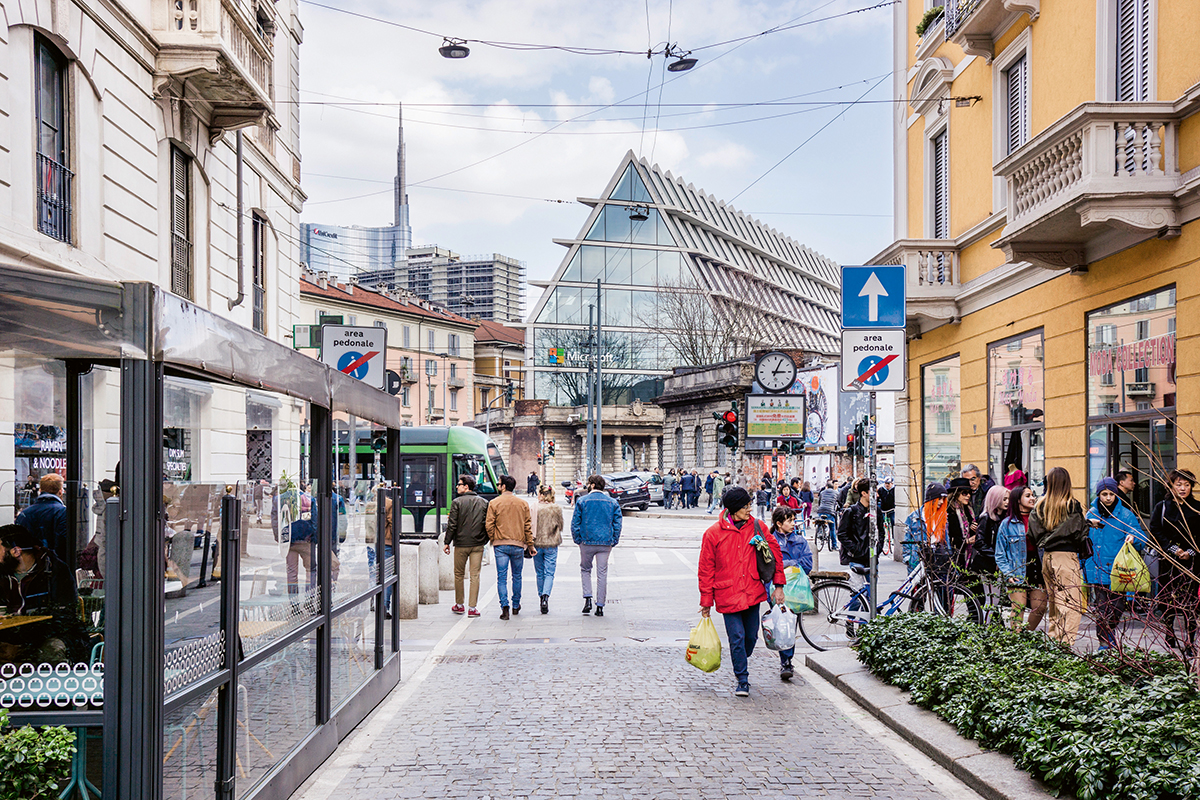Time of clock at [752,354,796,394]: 3:04
